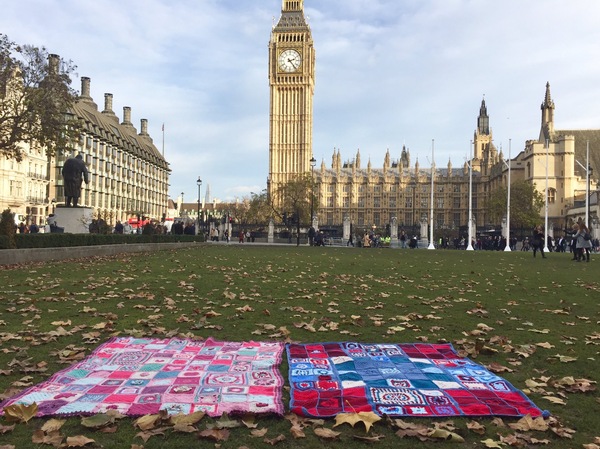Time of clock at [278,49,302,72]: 2:23
